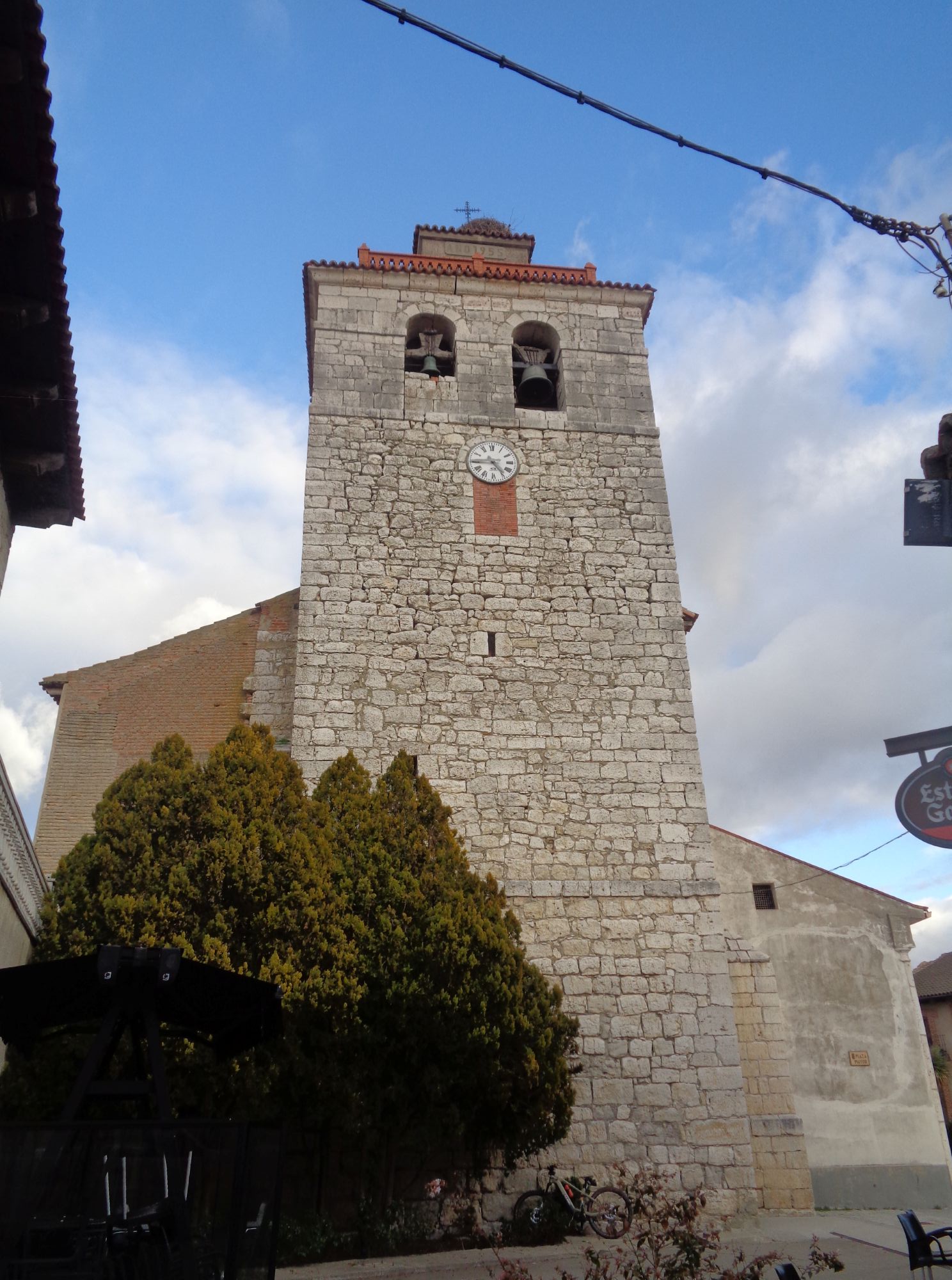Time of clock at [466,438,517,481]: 4:45
